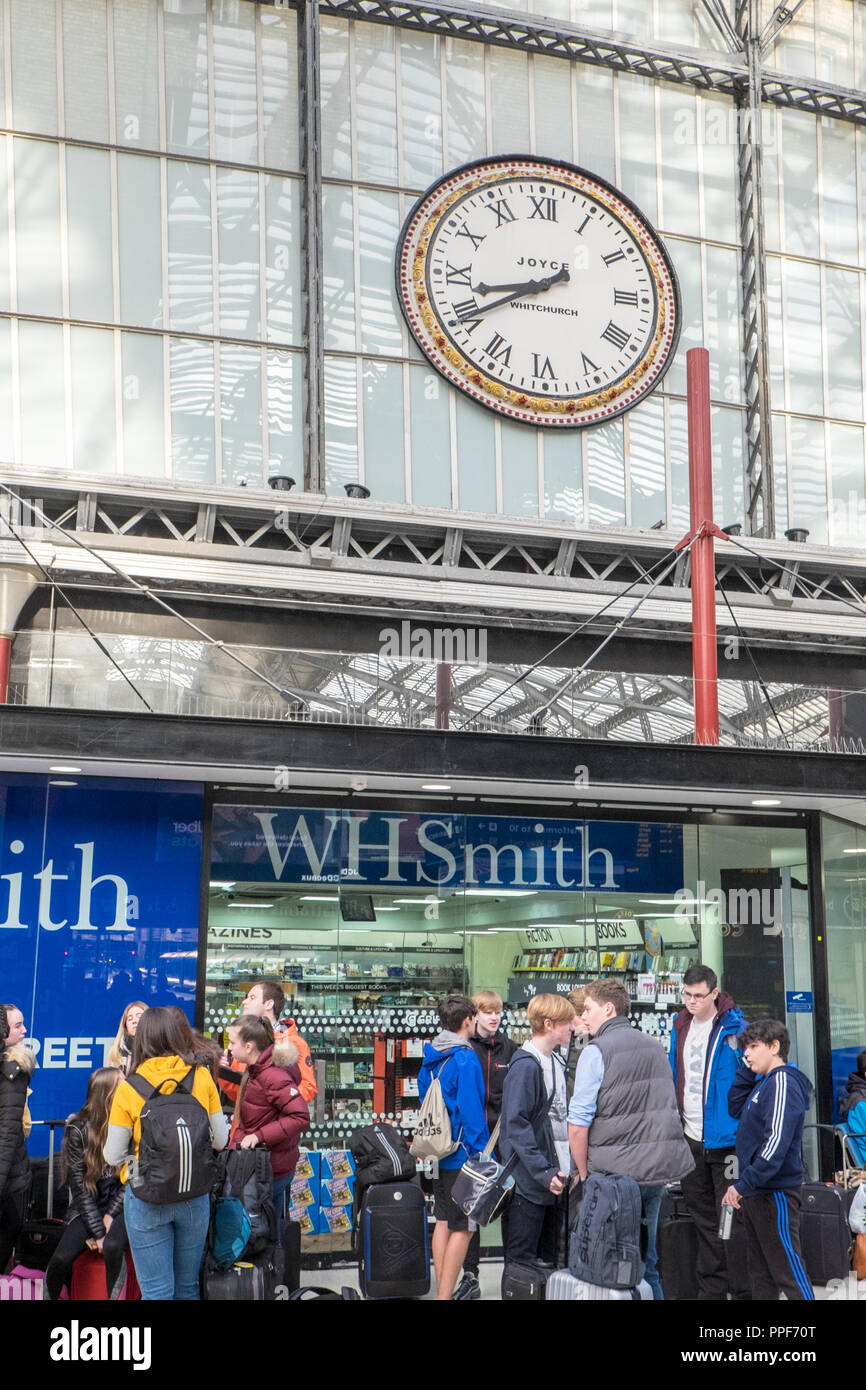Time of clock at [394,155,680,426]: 8:40
